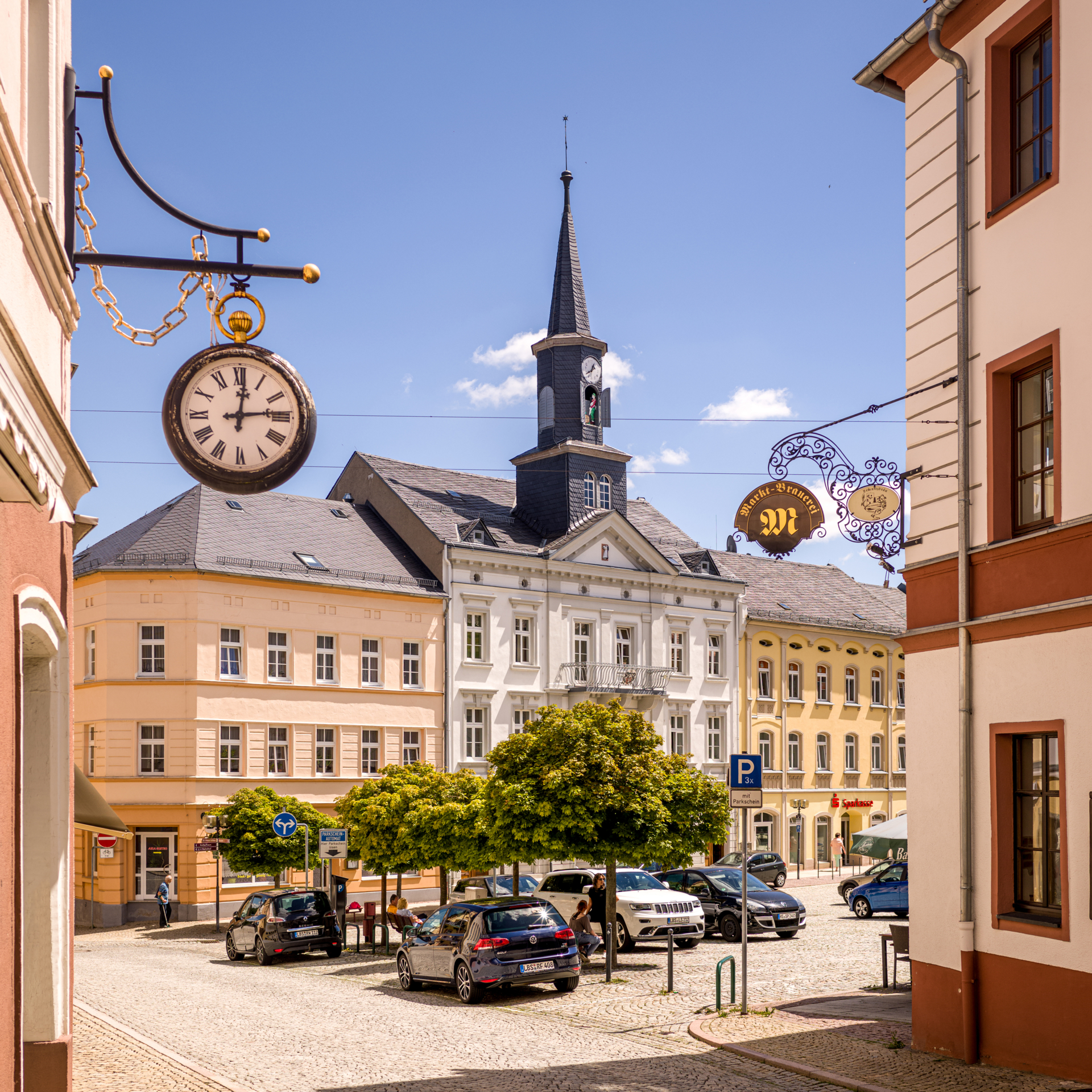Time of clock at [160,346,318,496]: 12:13
